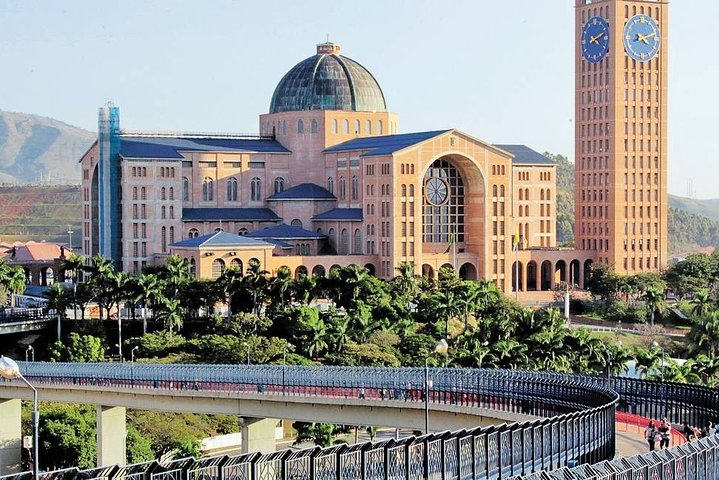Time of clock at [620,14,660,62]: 4:12
